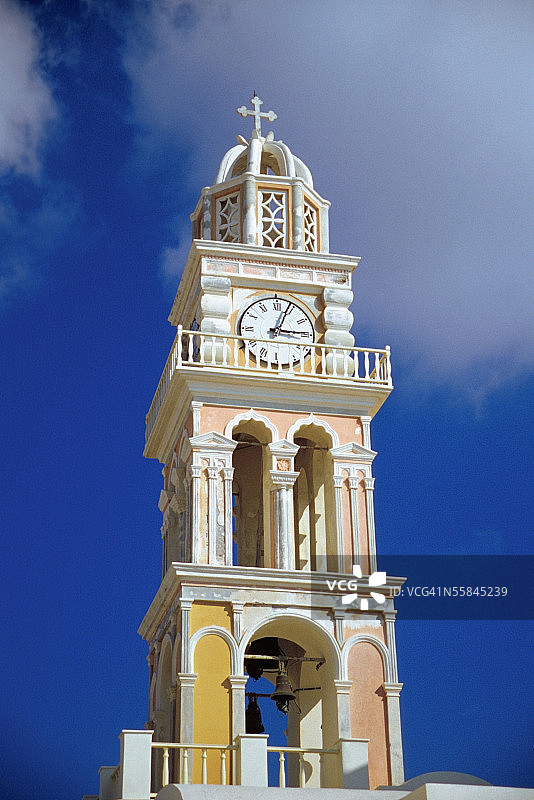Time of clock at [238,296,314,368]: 3:03
